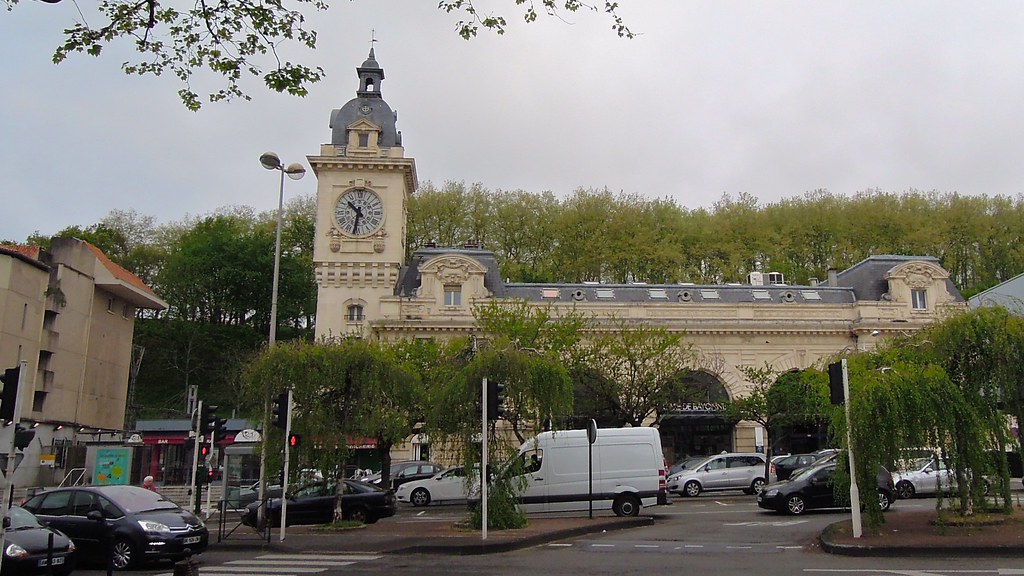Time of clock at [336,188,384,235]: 10:32
